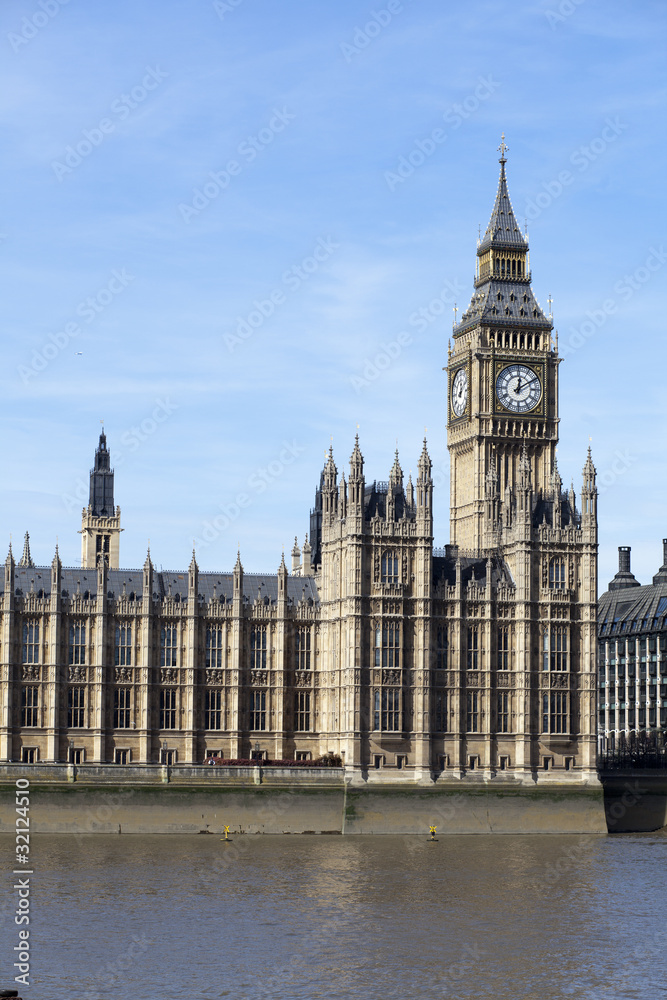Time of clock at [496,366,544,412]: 12:09
